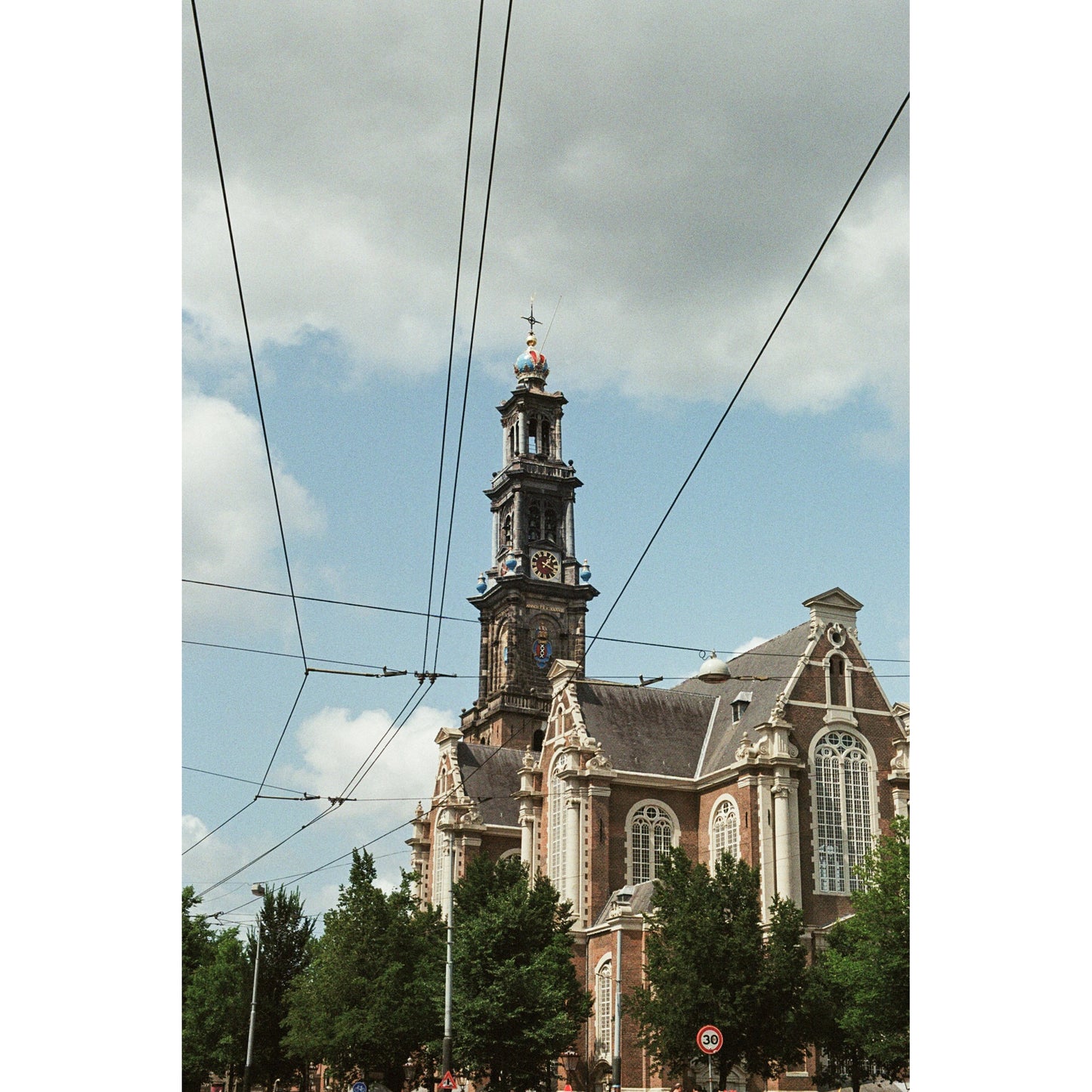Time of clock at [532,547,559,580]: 1:18
